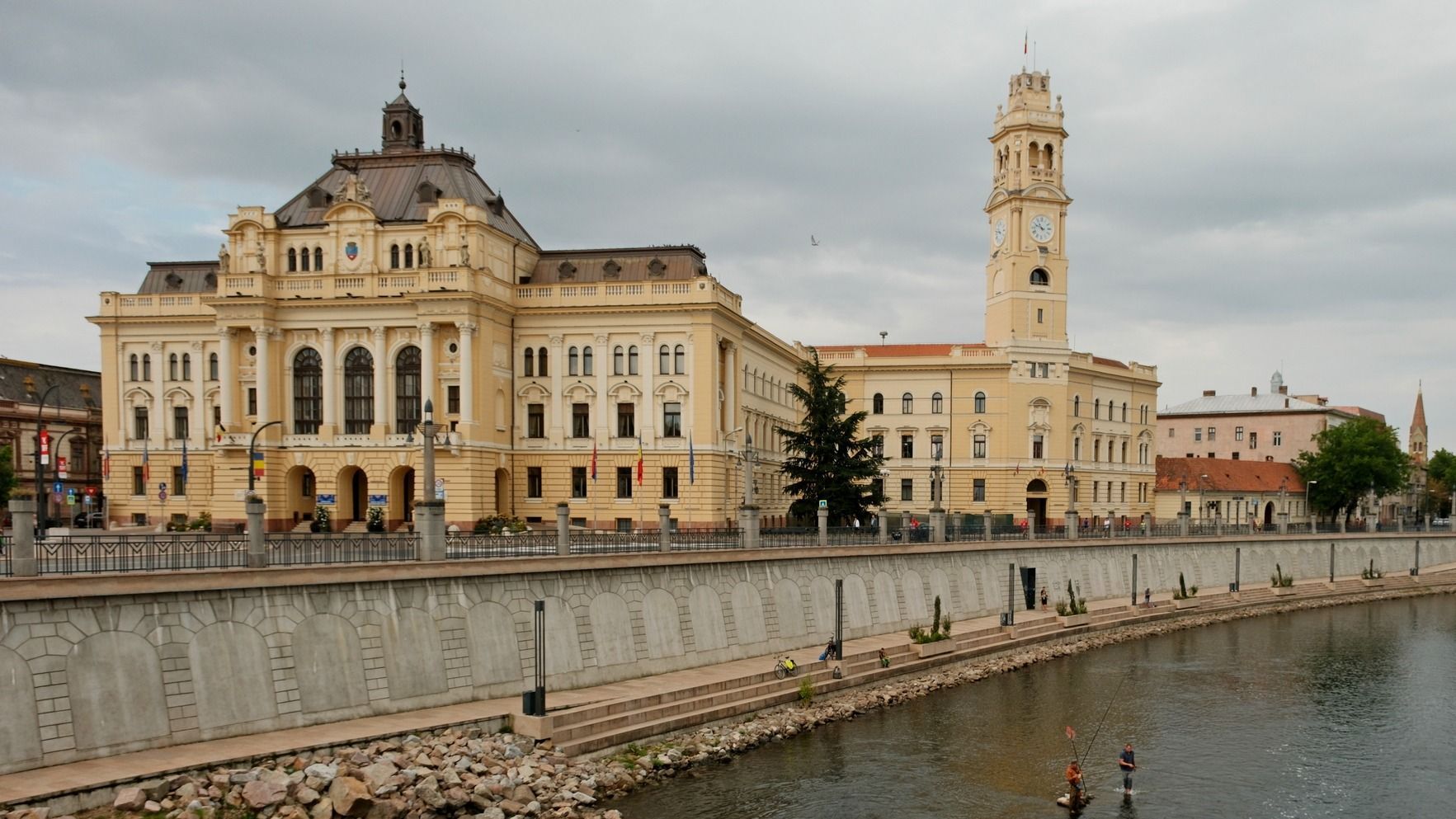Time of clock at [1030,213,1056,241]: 10:48
